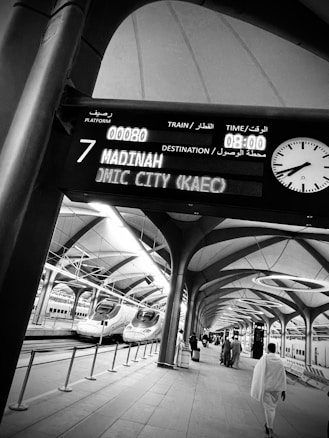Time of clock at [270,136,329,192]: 7:41
